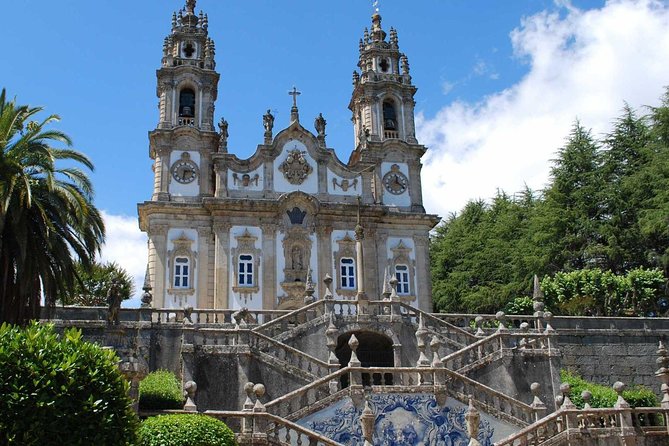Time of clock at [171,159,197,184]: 6:14
